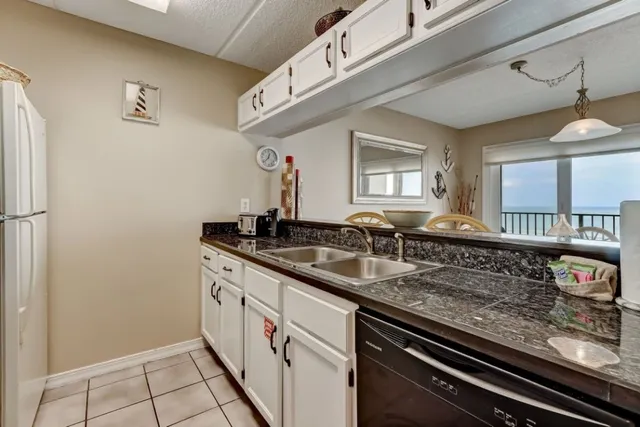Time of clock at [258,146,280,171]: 12:37
